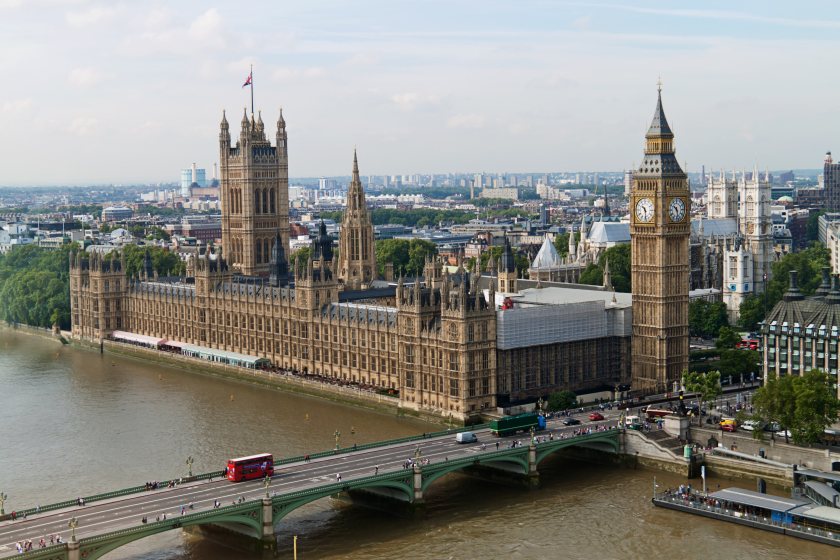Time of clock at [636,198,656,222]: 10:28
